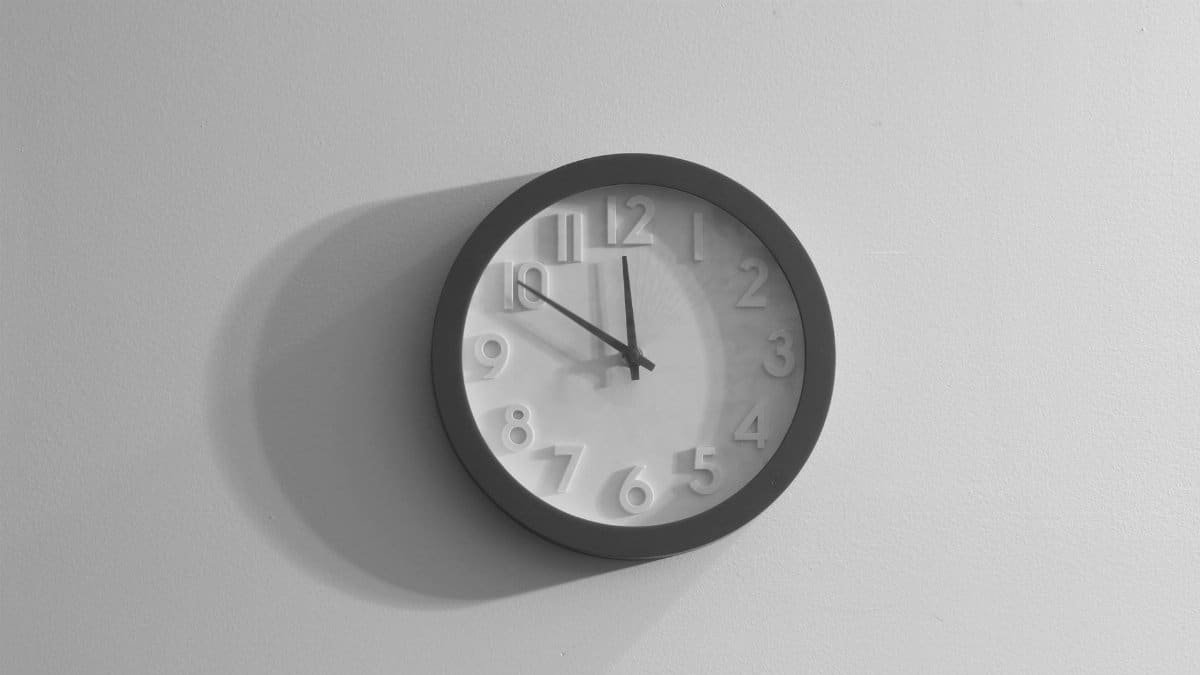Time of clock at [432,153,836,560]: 11:50
